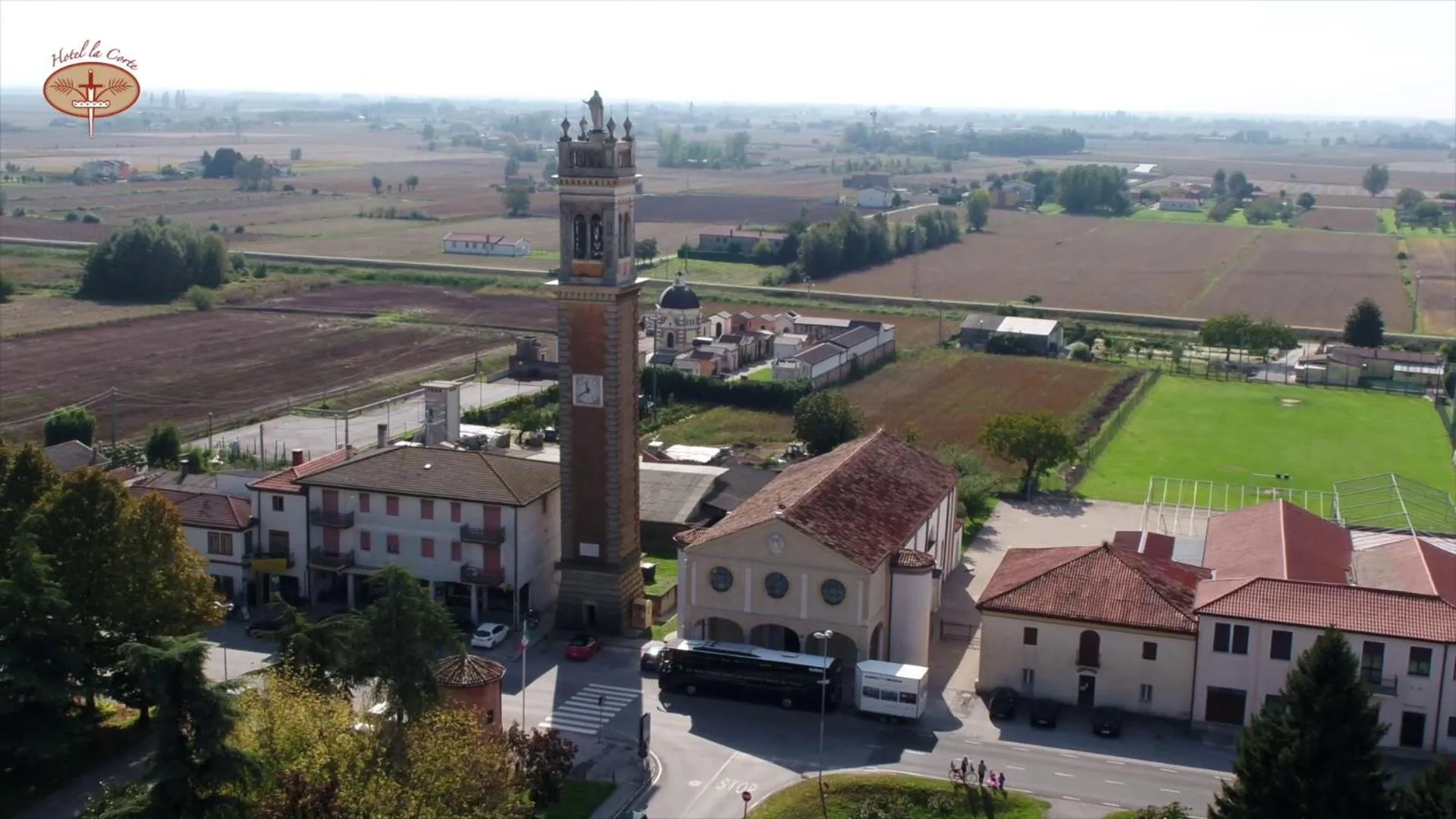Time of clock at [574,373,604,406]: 11:39
